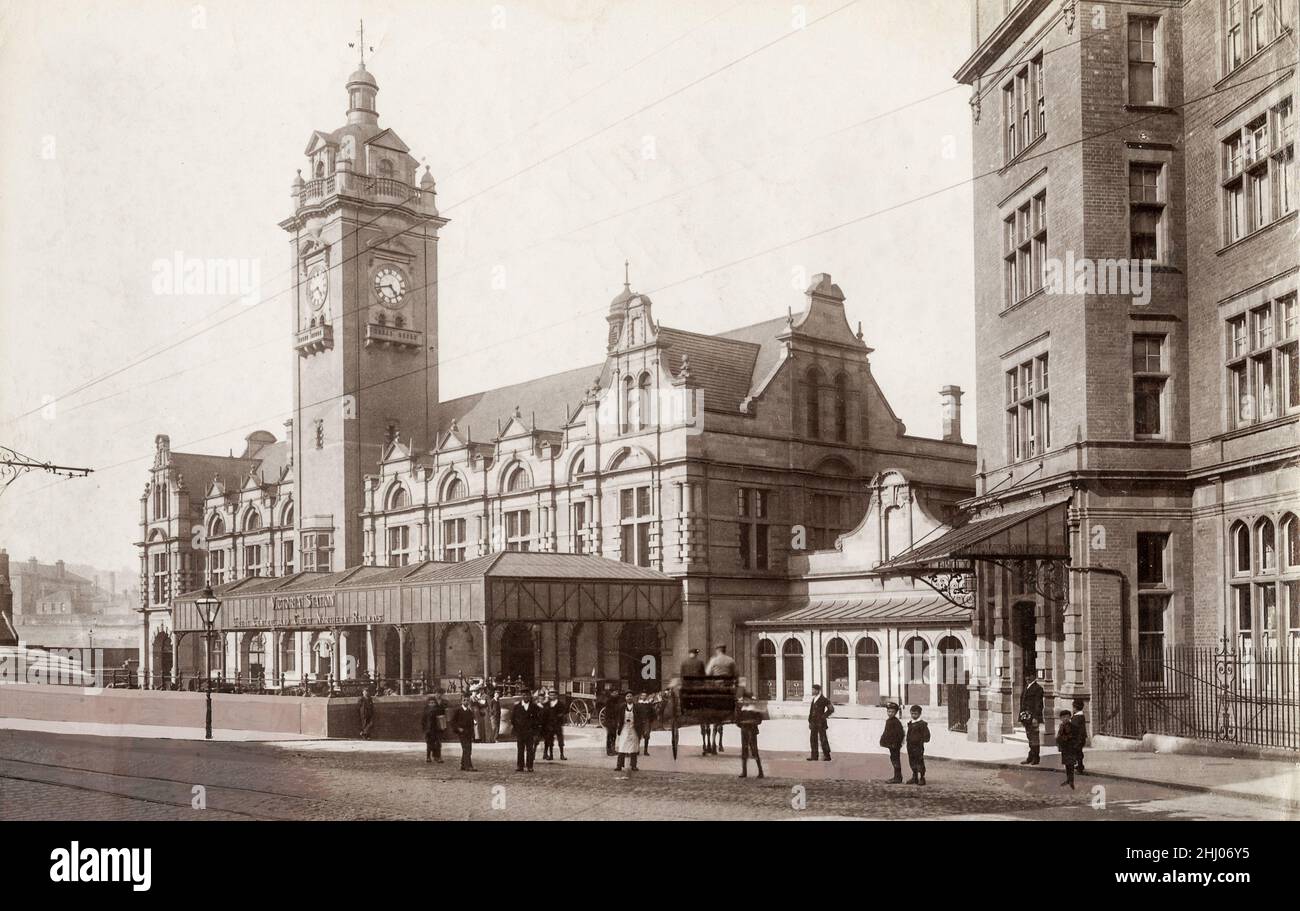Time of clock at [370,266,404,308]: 4:42
